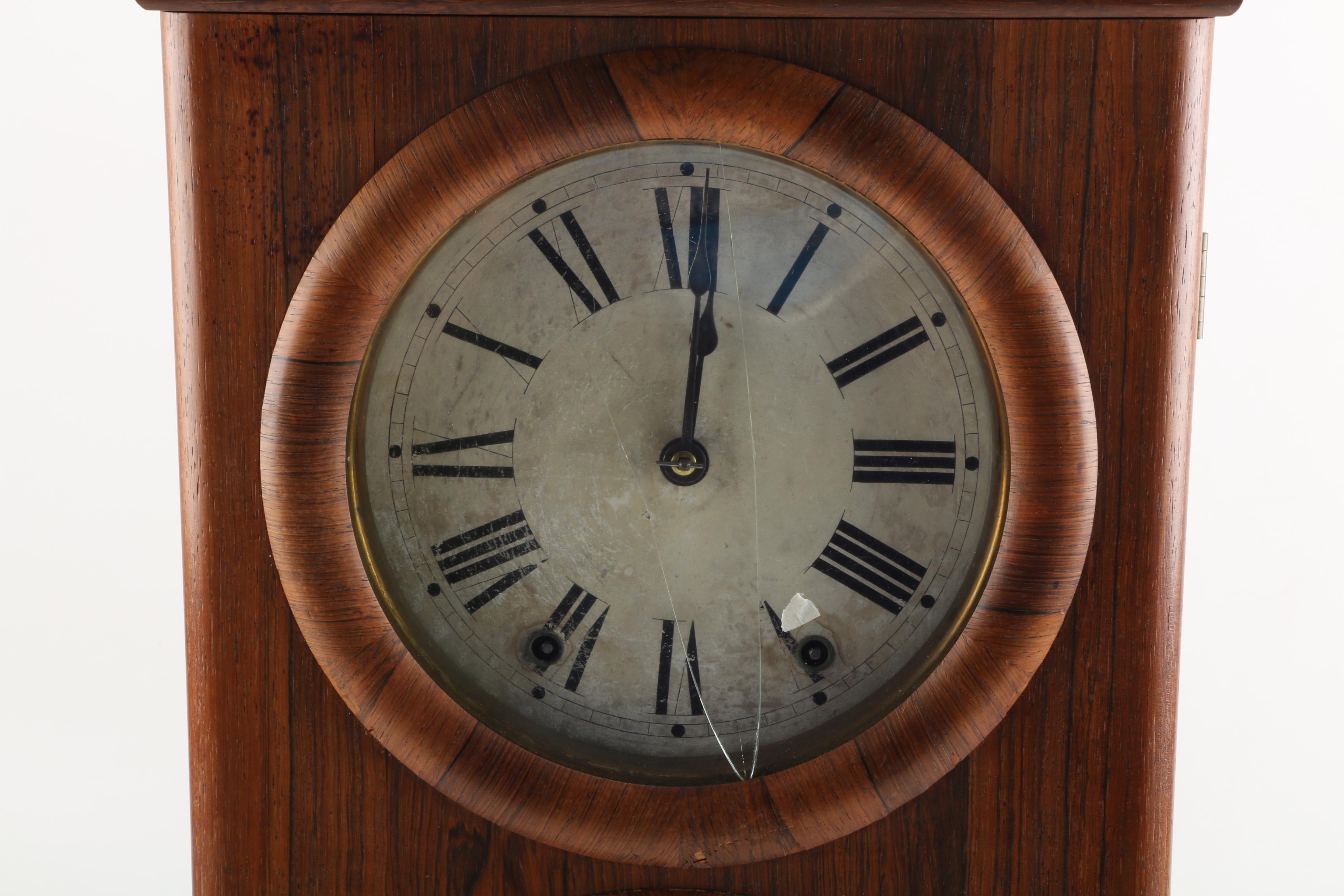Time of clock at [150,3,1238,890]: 12:00
